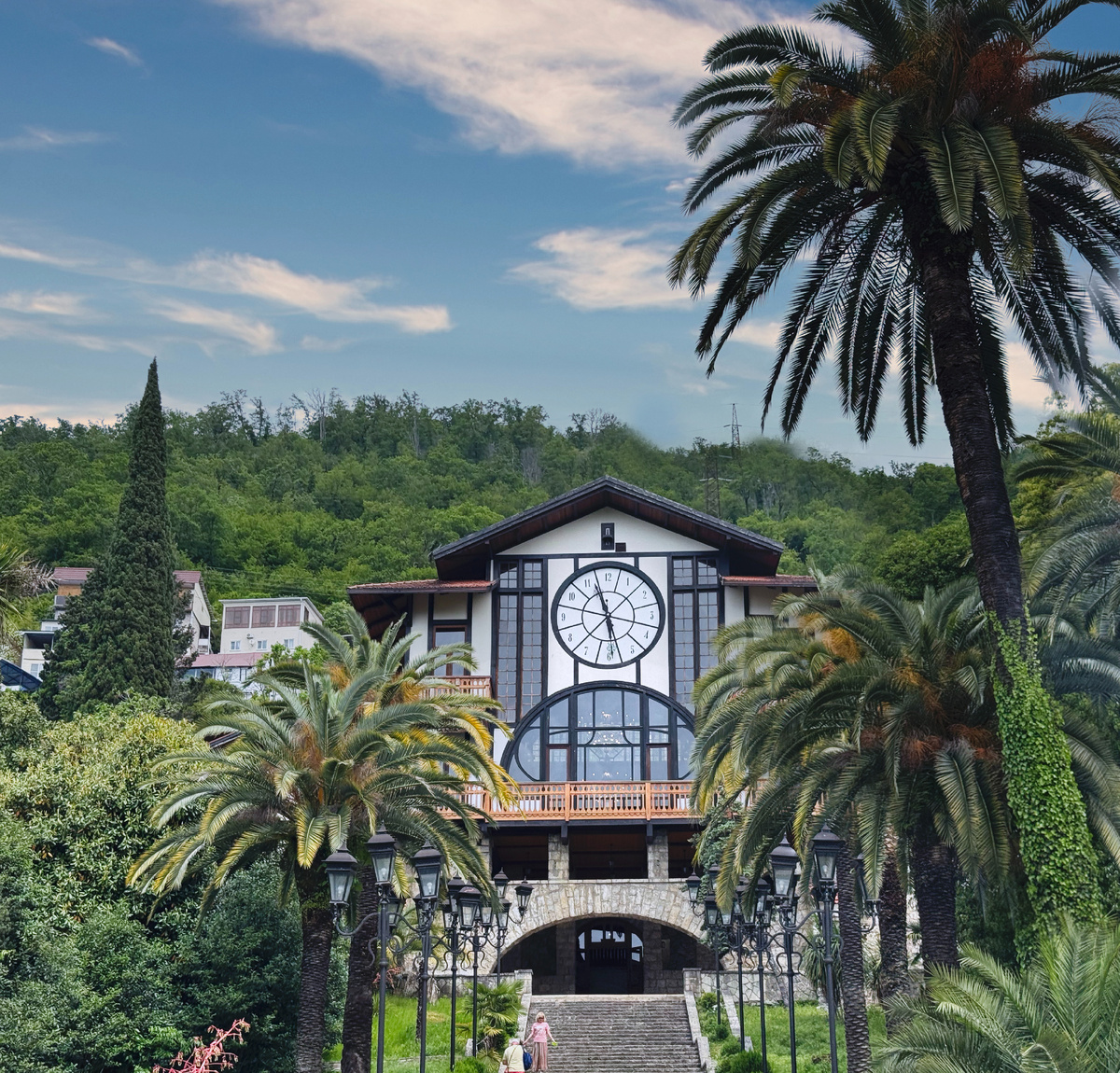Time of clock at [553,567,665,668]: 5:56
